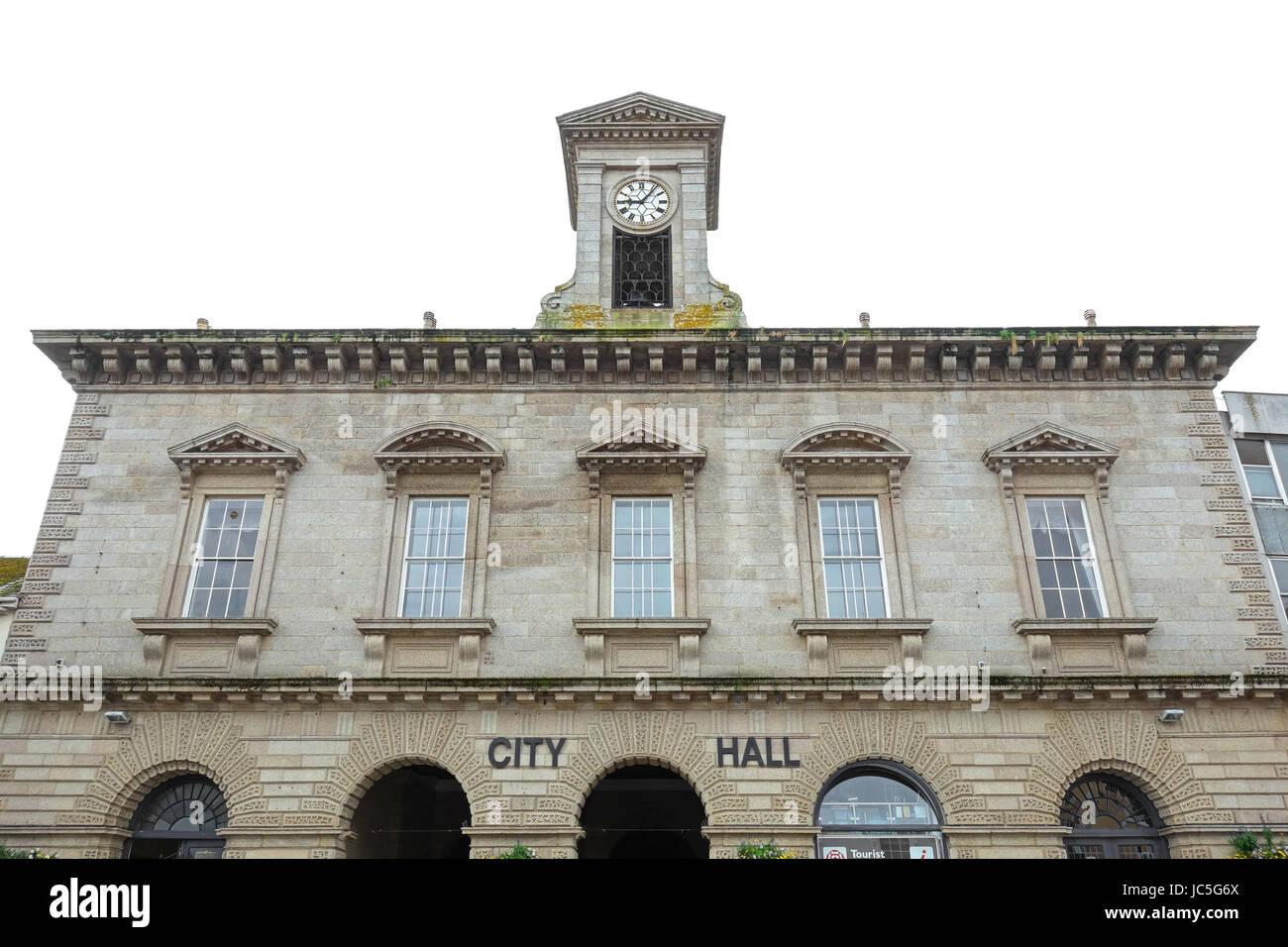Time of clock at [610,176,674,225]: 9:06
